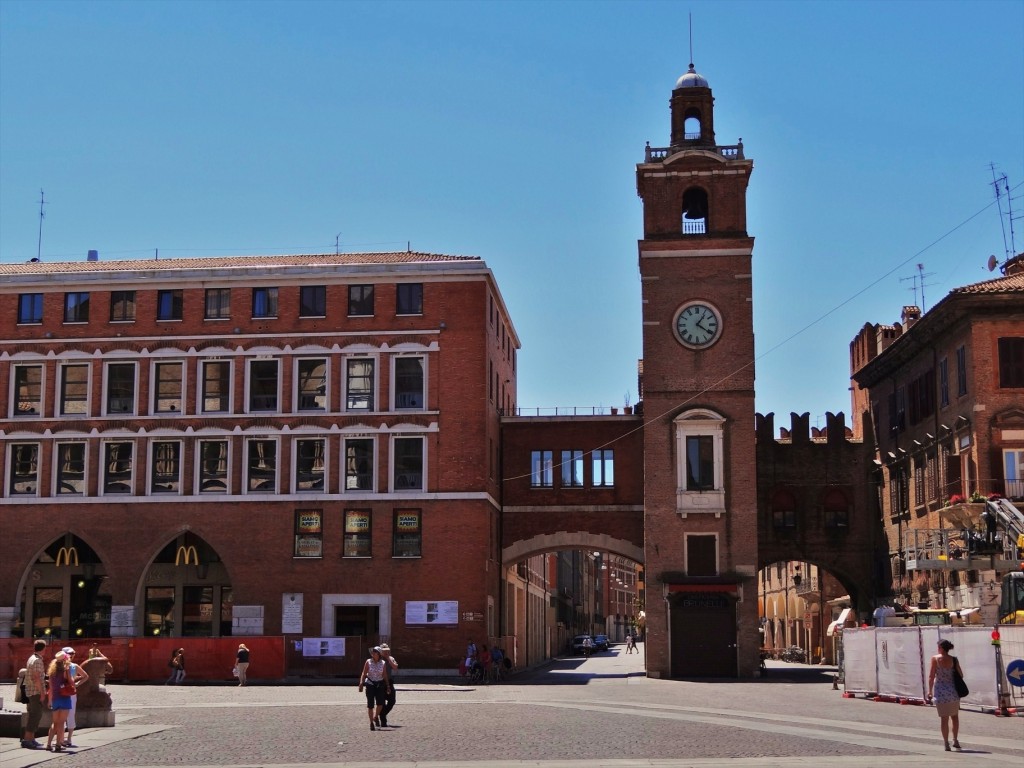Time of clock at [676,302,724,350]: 4:06
